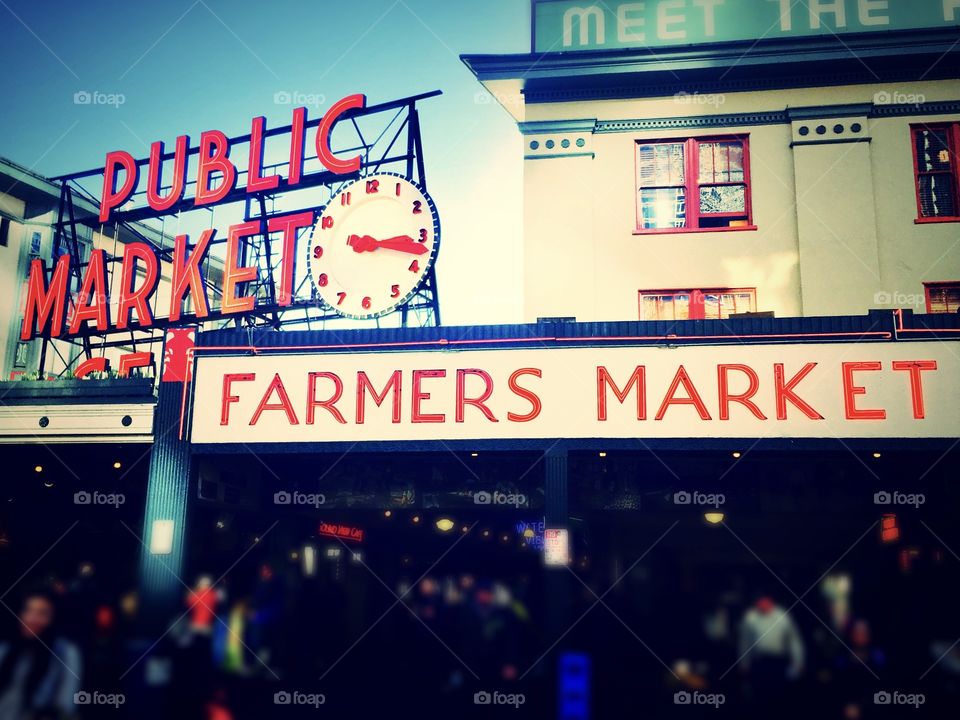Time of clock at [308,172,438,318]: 3:17
